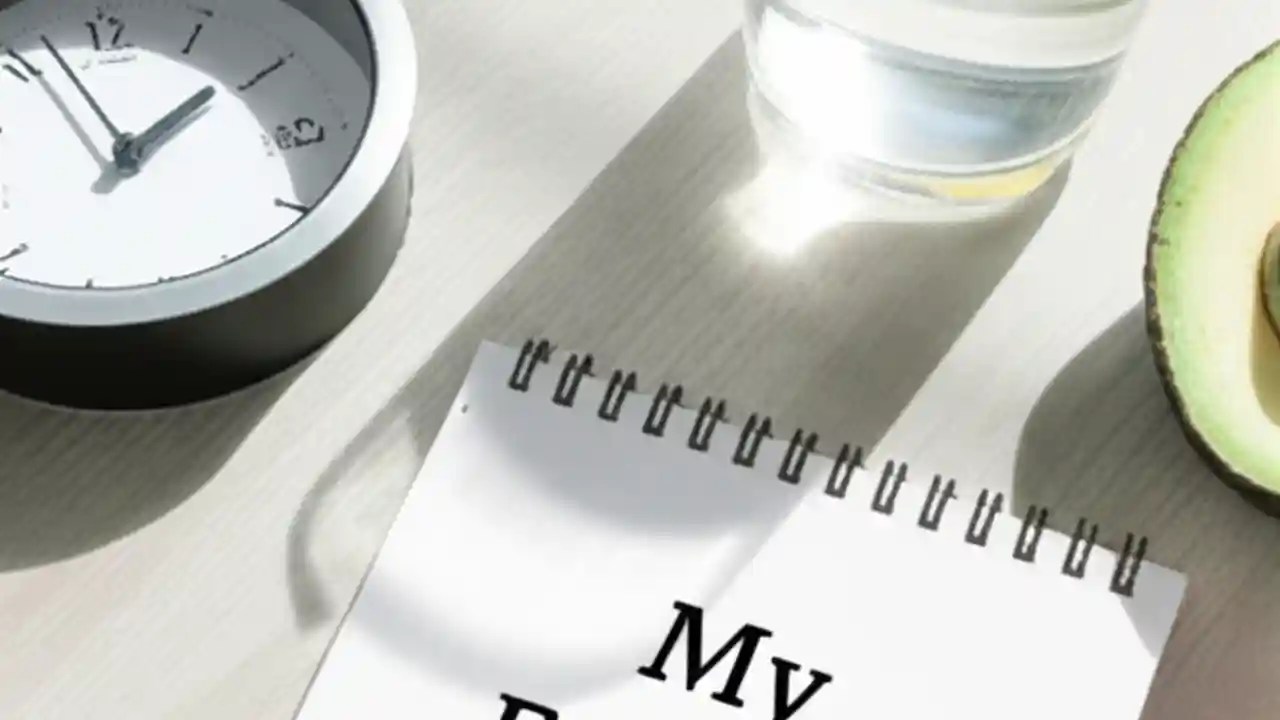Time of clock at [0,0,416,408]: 1:56
